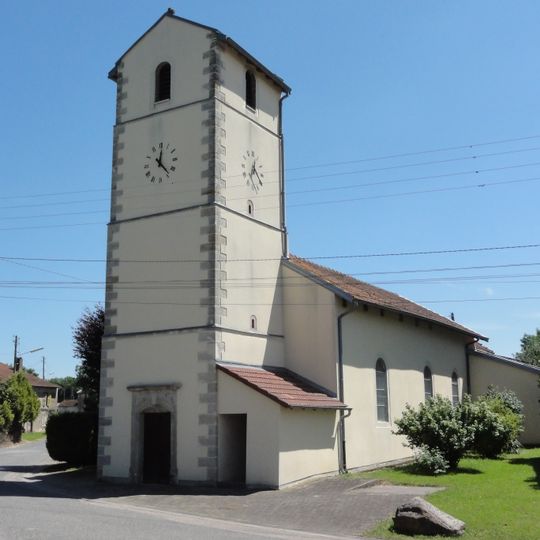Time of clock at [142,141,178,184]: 12:23
